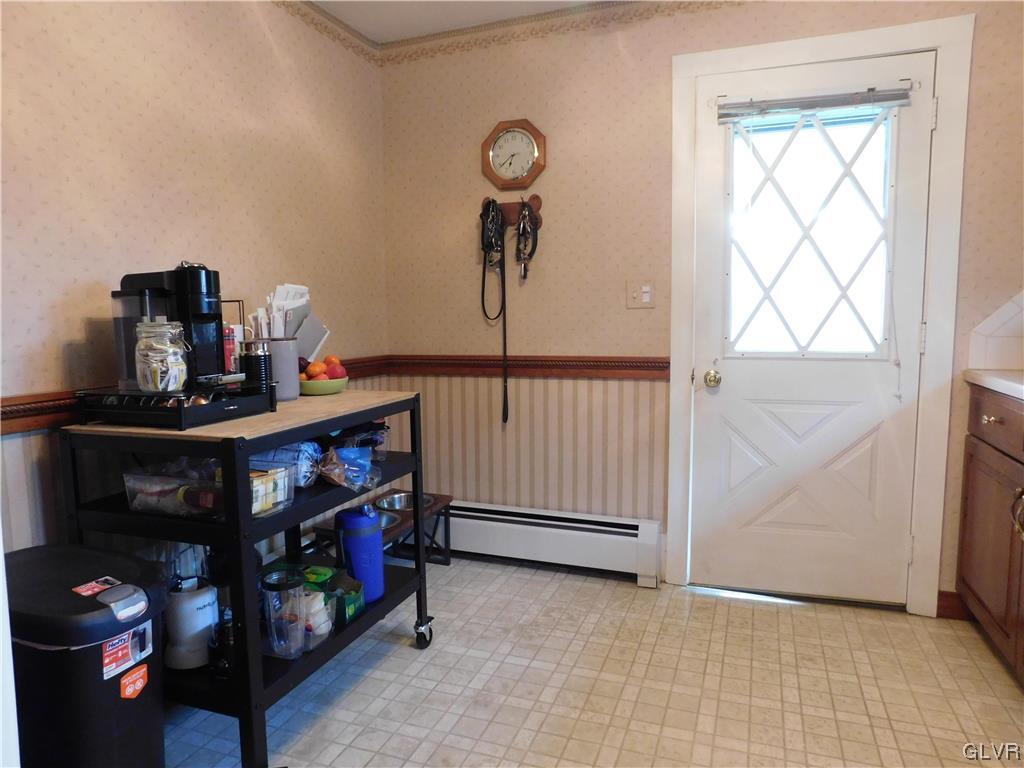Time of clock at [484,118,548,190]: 6:38
